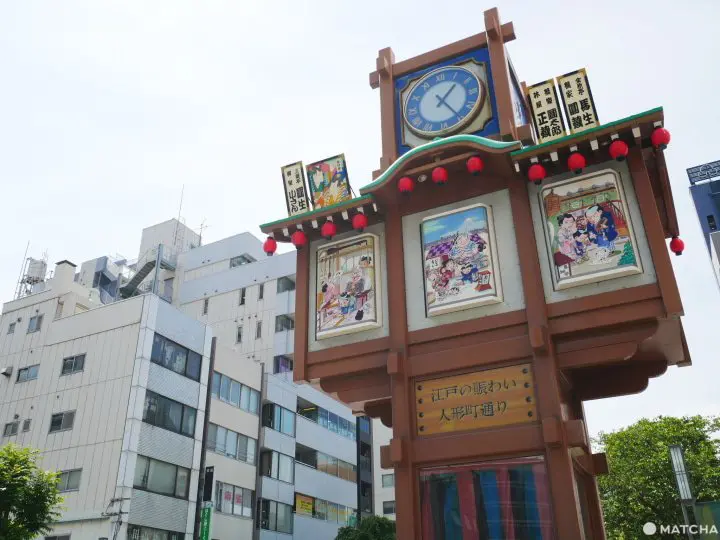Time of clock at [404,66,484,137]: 1:24
